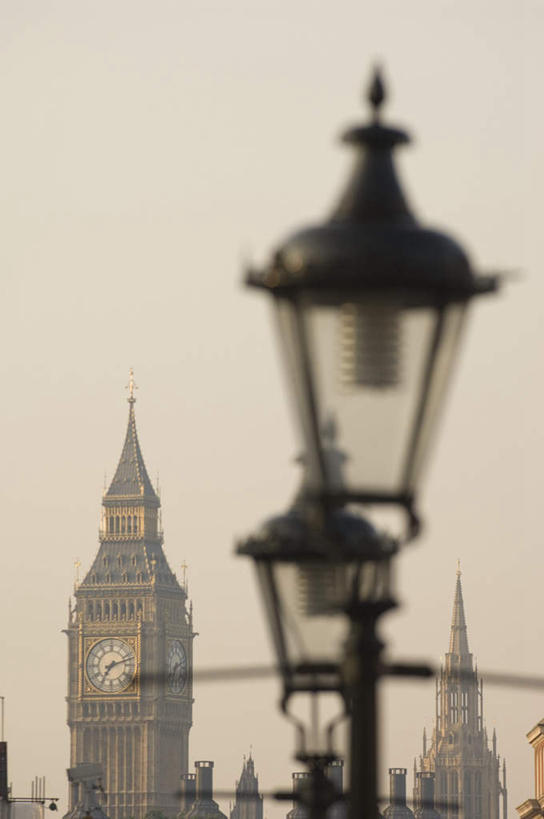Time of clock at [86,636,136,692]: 7:12
